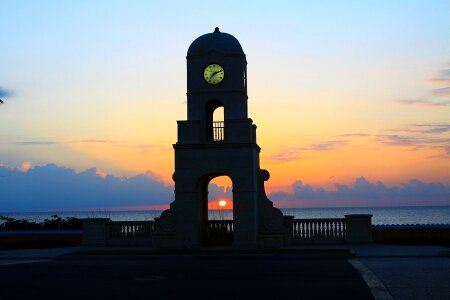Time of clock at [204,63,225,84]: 7:11
